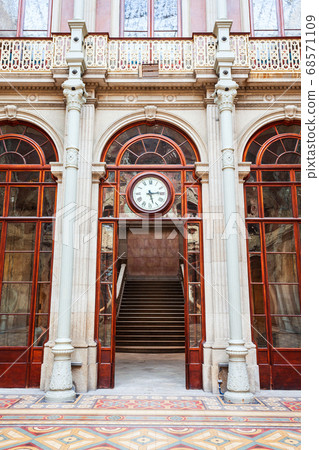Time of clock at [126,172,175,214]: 5:14
